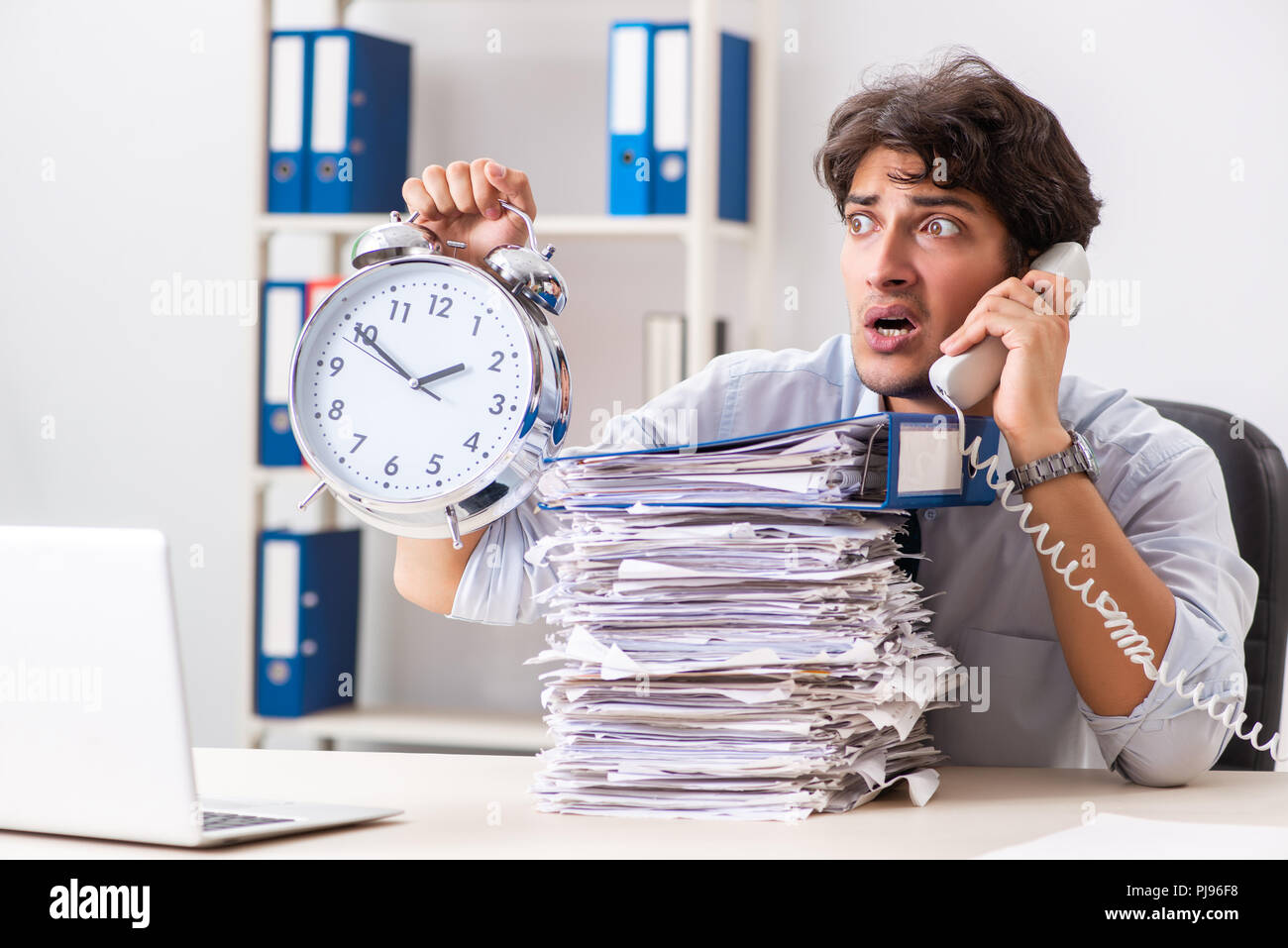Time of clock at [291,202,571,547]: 1:49
